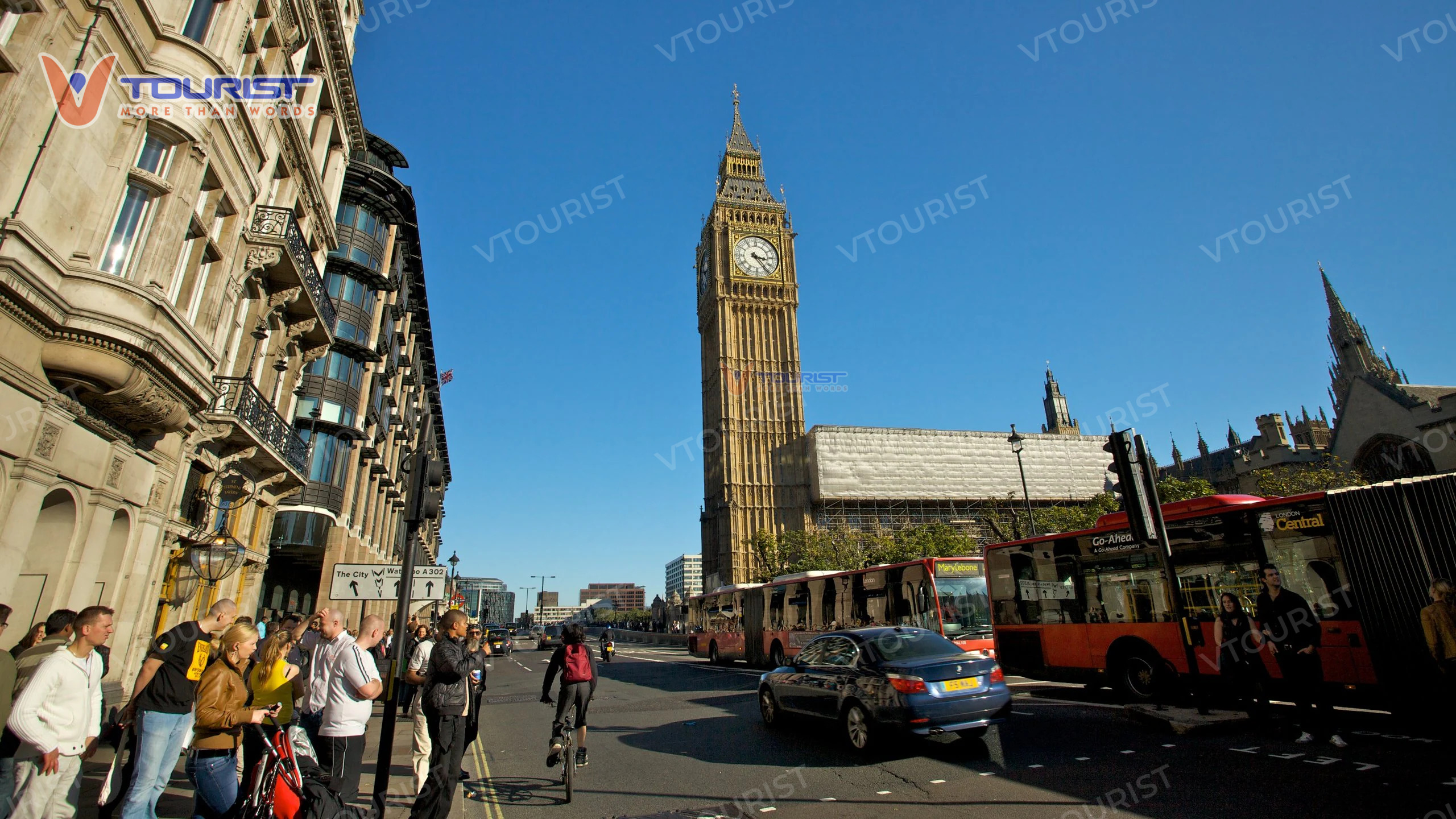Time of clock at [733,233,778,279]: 3:23
